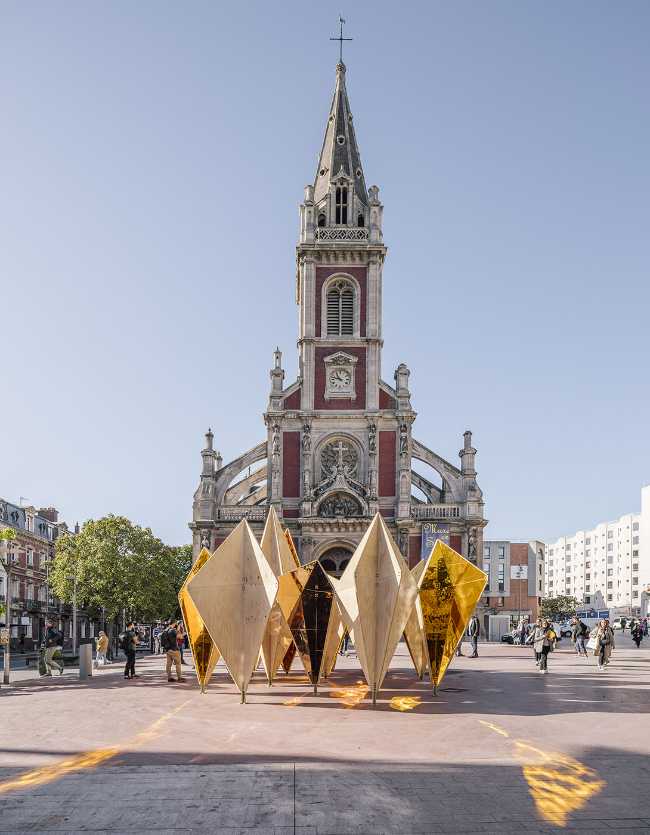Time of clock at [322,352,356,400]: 10:47
